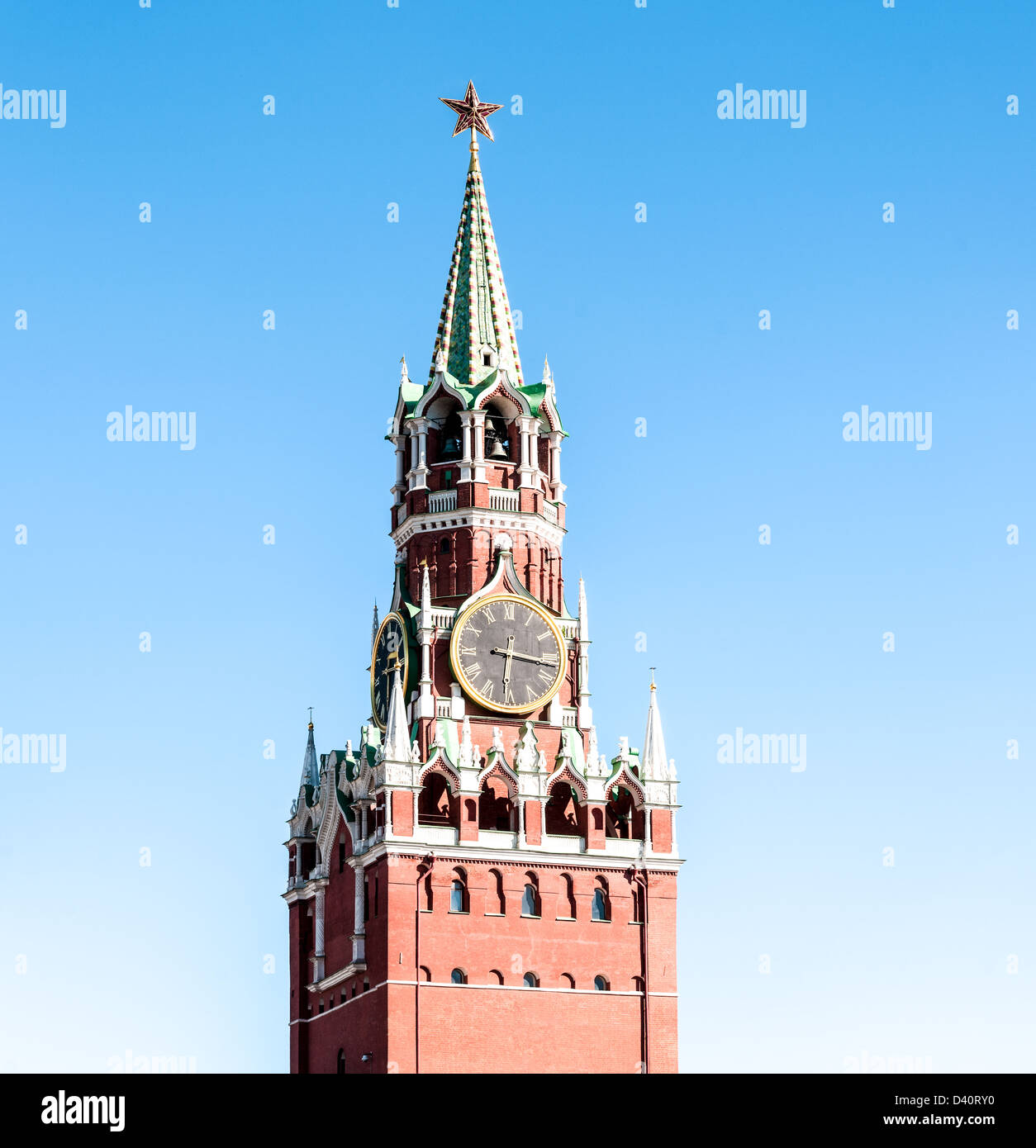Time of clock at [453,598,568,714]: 6:16
